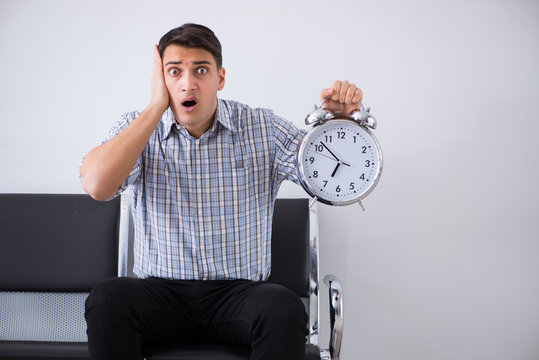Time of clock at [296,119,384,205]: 6:52
